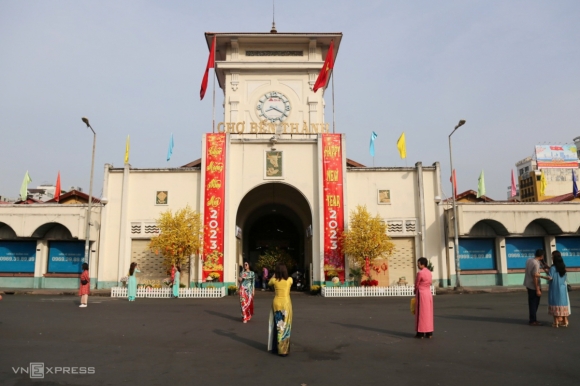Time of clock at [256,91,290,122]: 8:19
